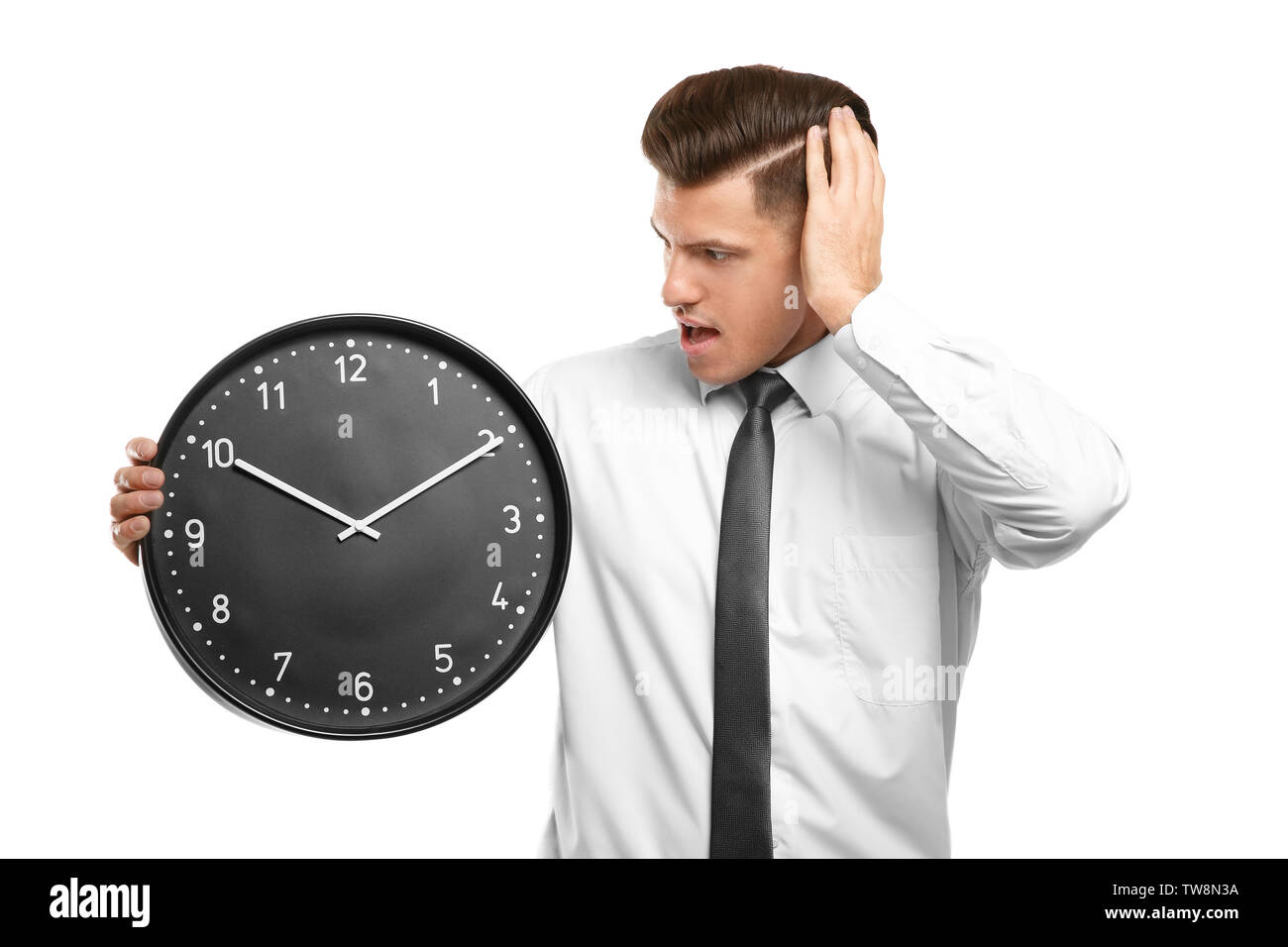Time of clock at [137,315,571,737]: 10:10
